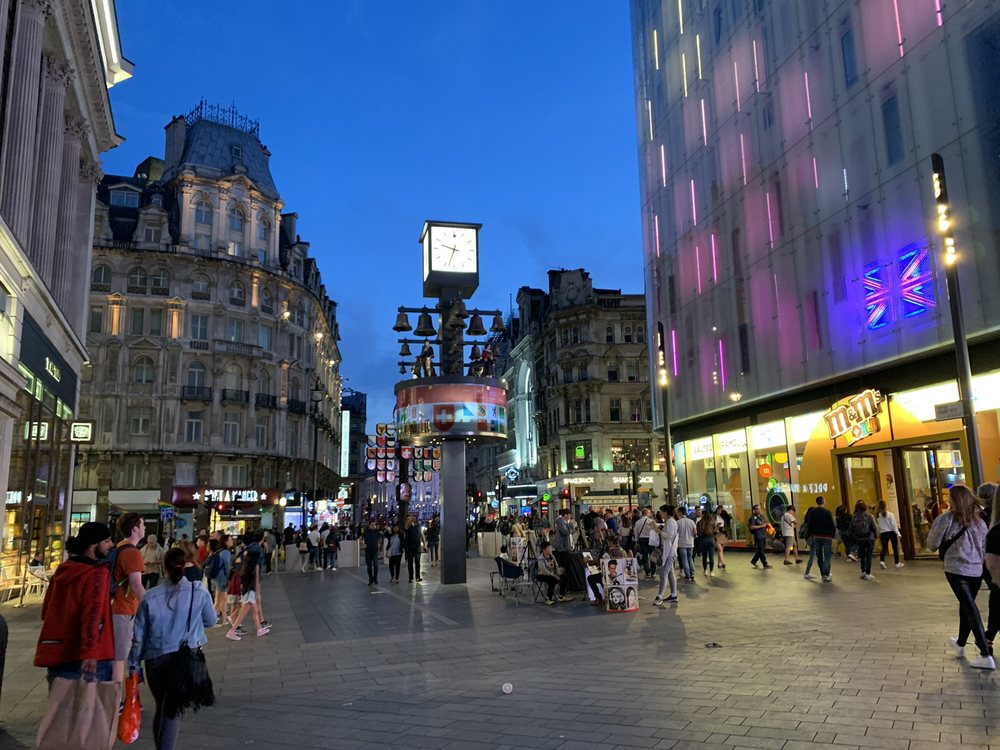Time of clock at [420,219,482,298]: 9:33
